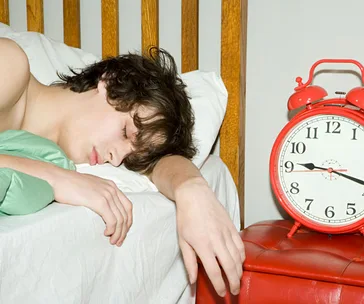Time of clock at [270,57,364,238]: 9:17
